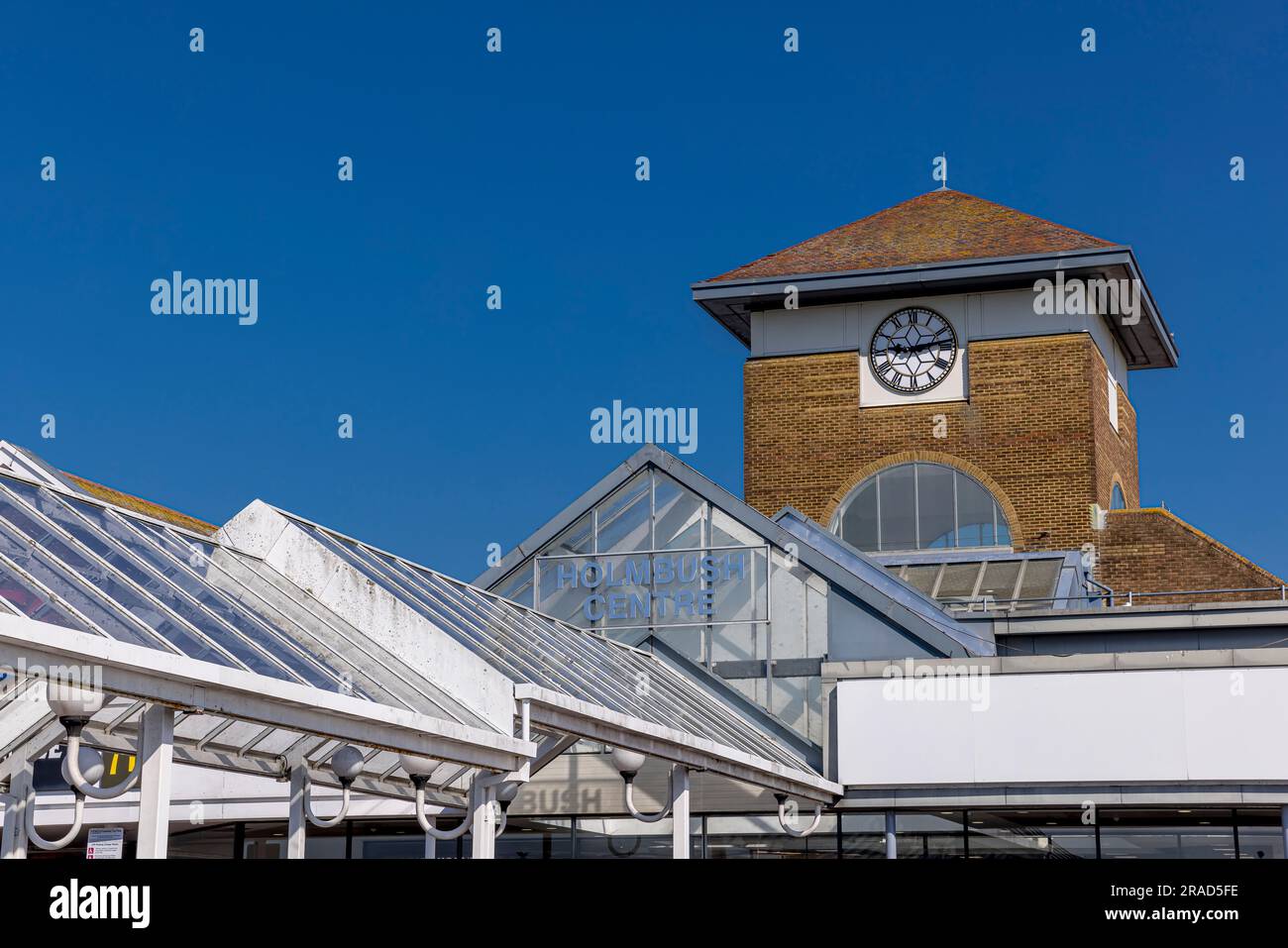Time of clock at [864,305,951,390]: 9:13
